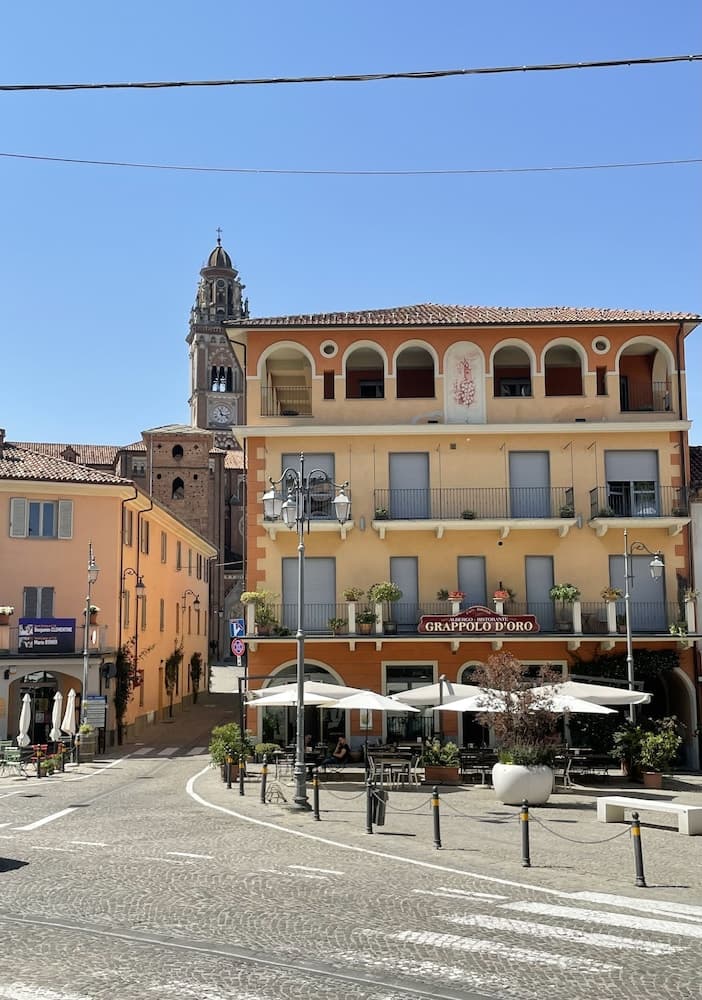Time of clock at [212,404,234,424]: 11:17
